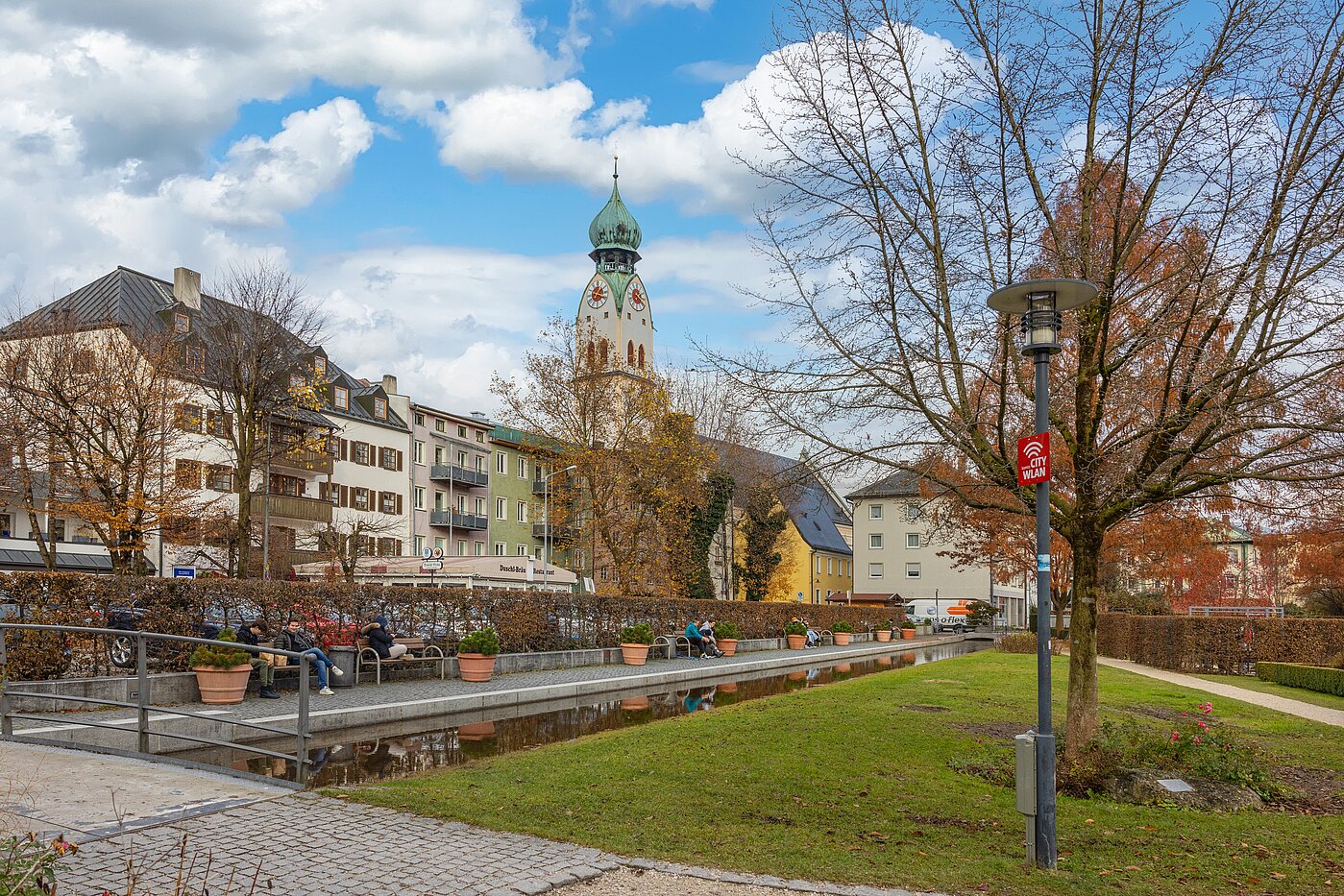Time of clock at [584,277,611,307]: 1:18
